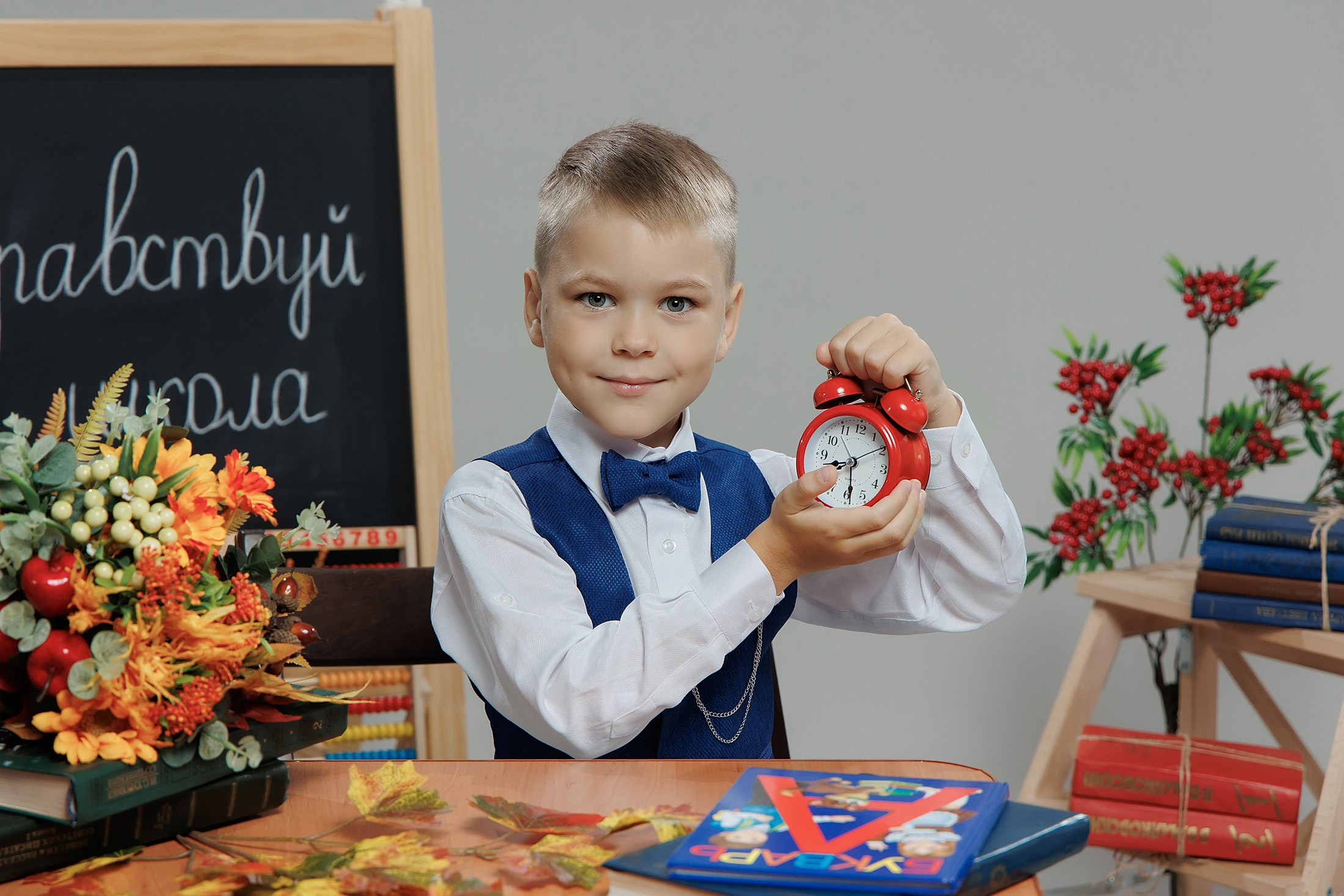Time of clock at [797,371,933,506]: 8:28
